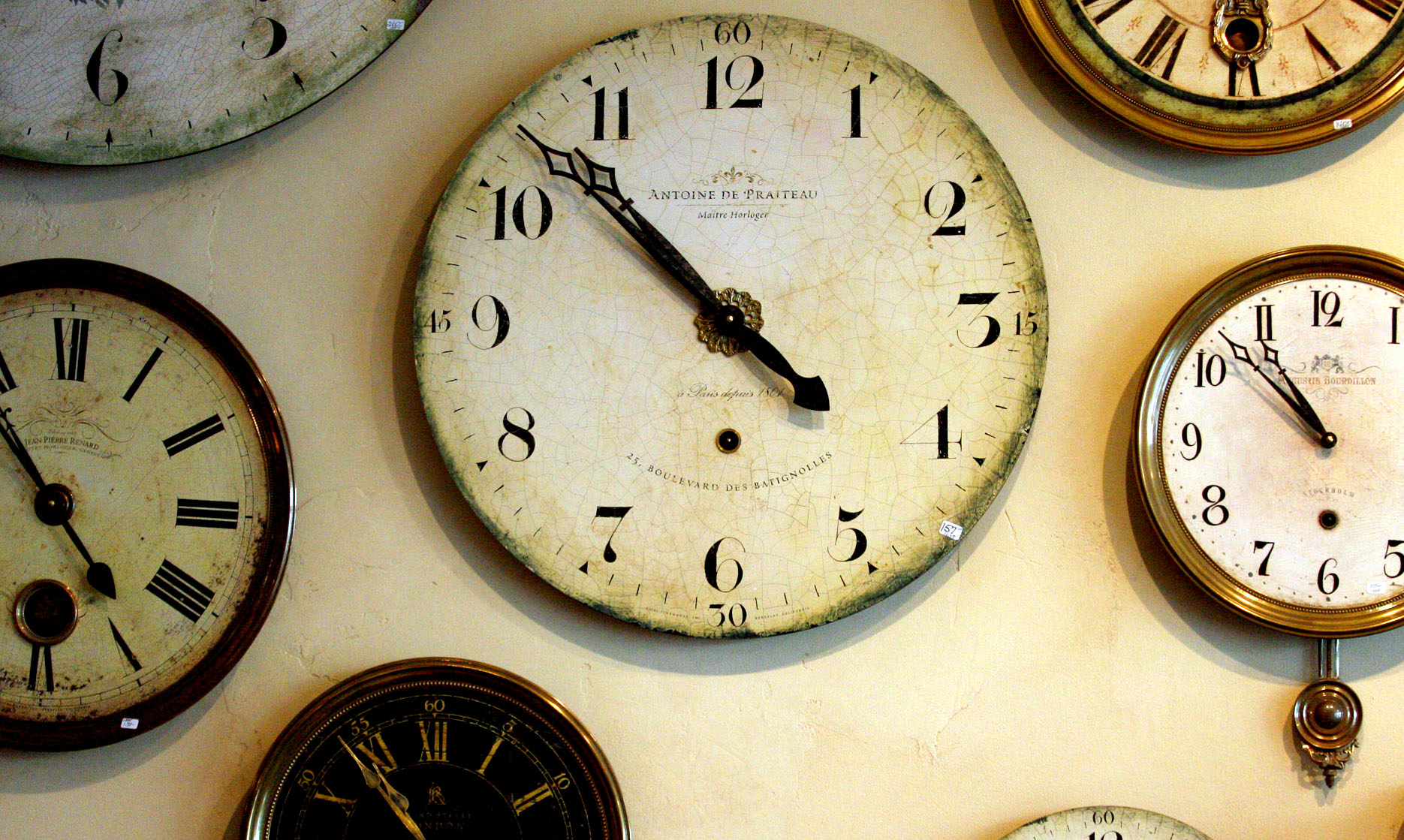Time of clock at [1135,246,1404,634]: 10:52
